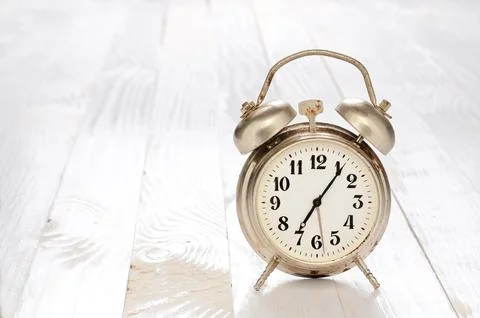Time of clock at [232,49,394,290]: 7:06
